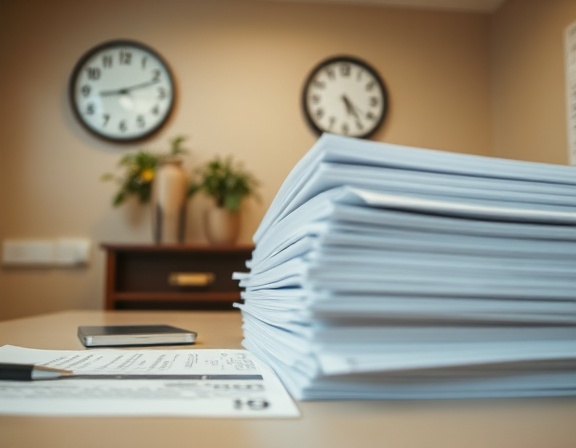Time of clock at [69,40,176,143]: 9:11
